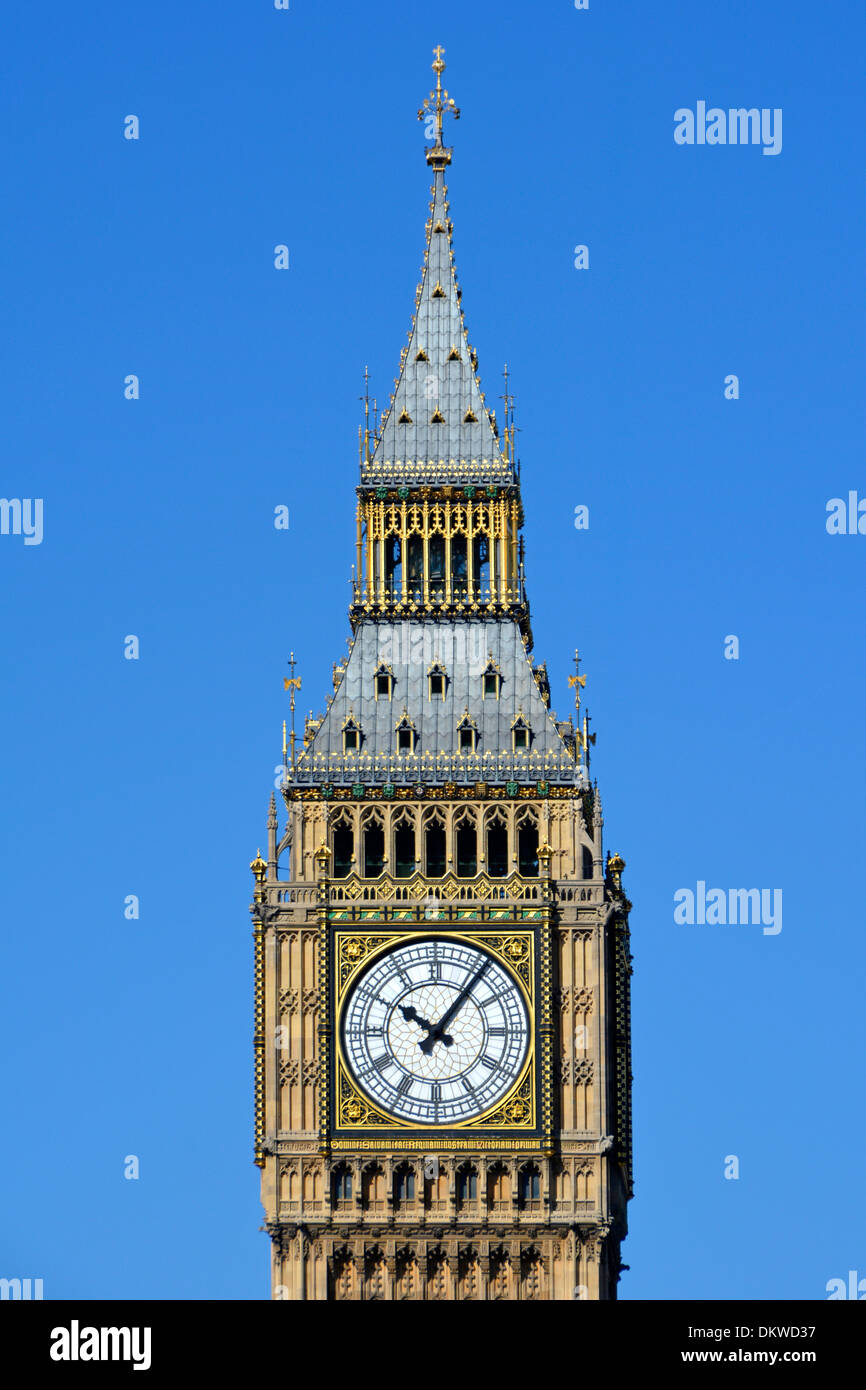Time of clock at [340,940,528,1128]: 10:06
